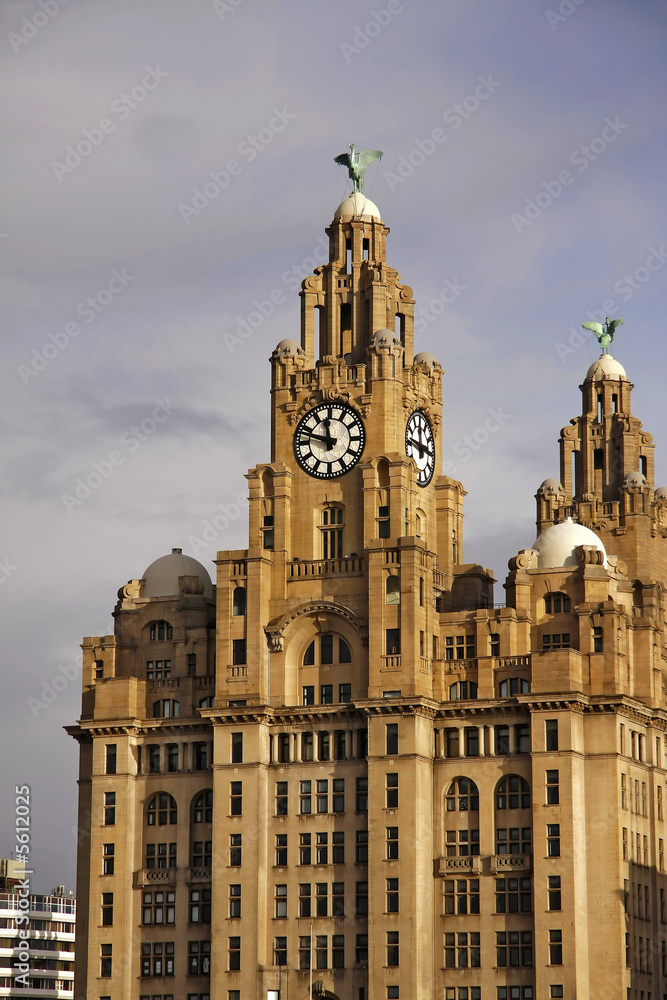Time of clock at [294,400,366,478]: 11:47
